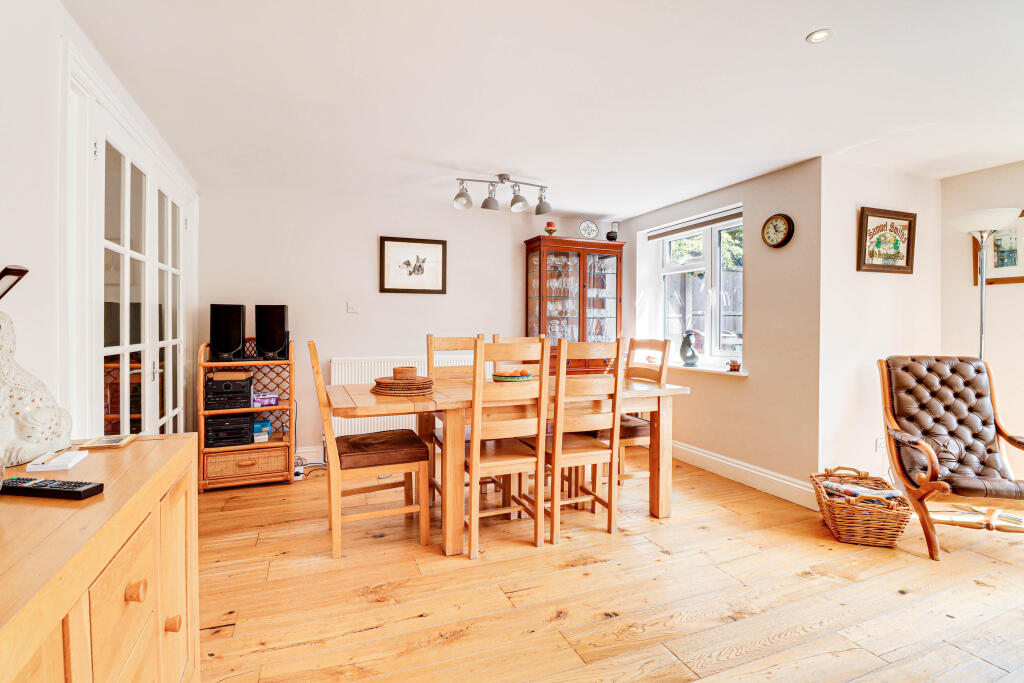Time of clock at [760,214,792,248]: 11:17
